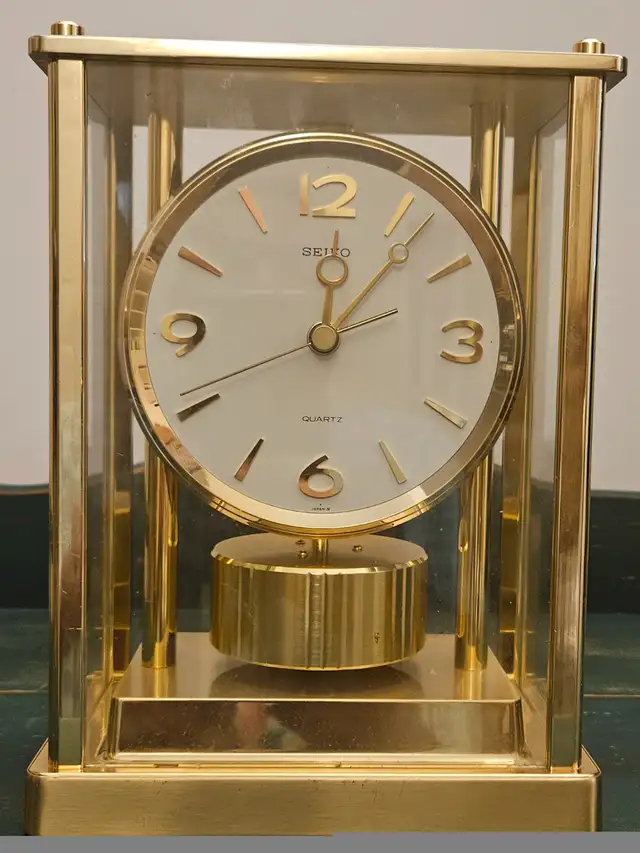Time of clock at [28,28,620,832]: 12:07
